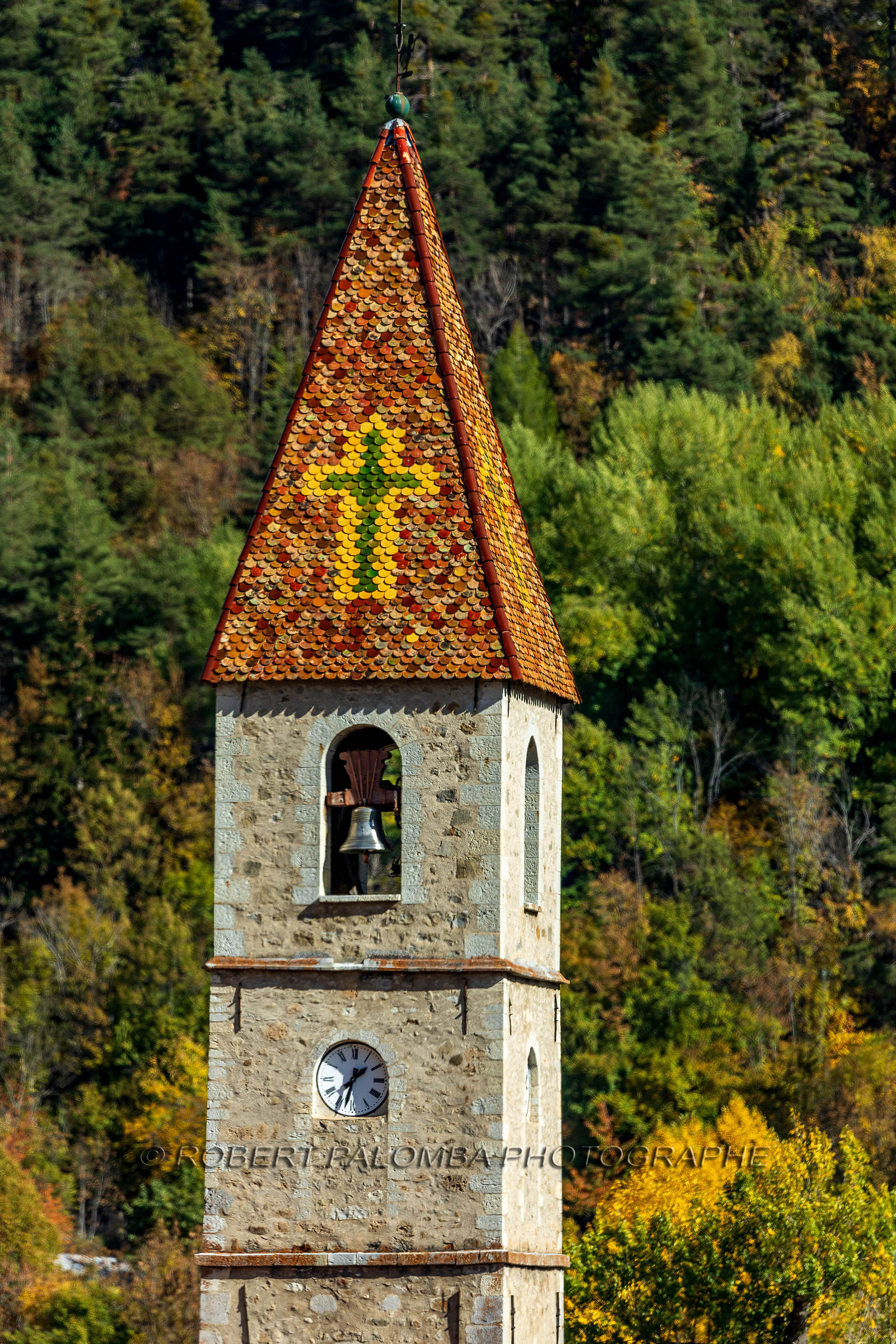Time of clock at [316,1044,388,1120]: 1:32
